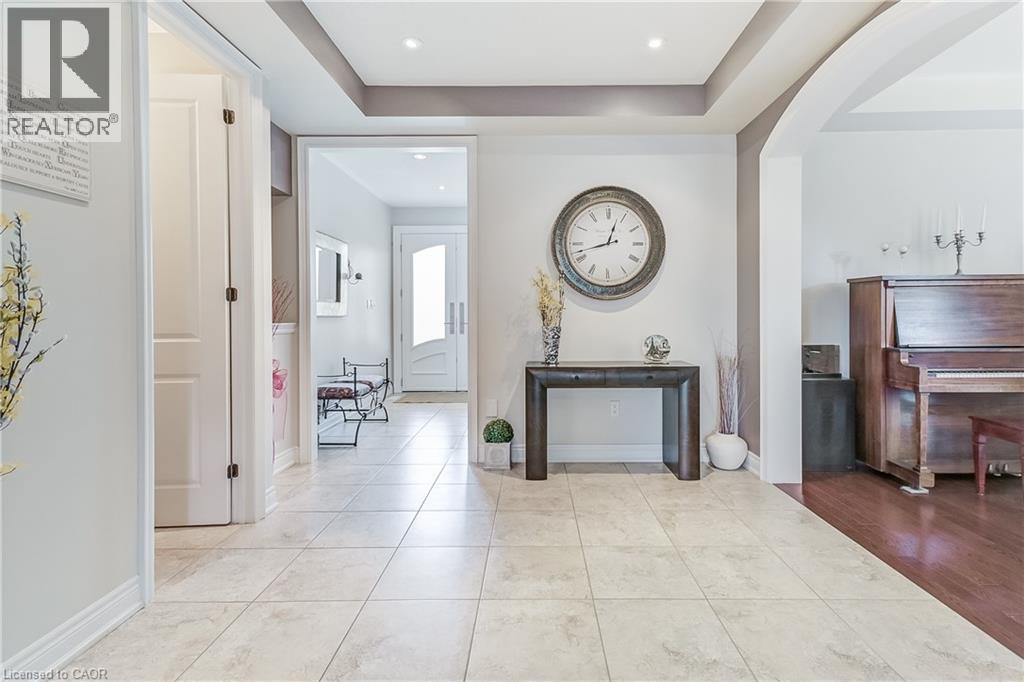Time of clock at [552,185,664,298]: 12:42
